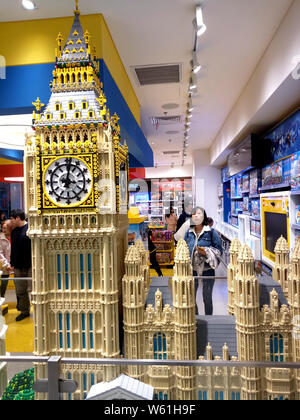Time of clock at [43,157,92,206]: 3:01
